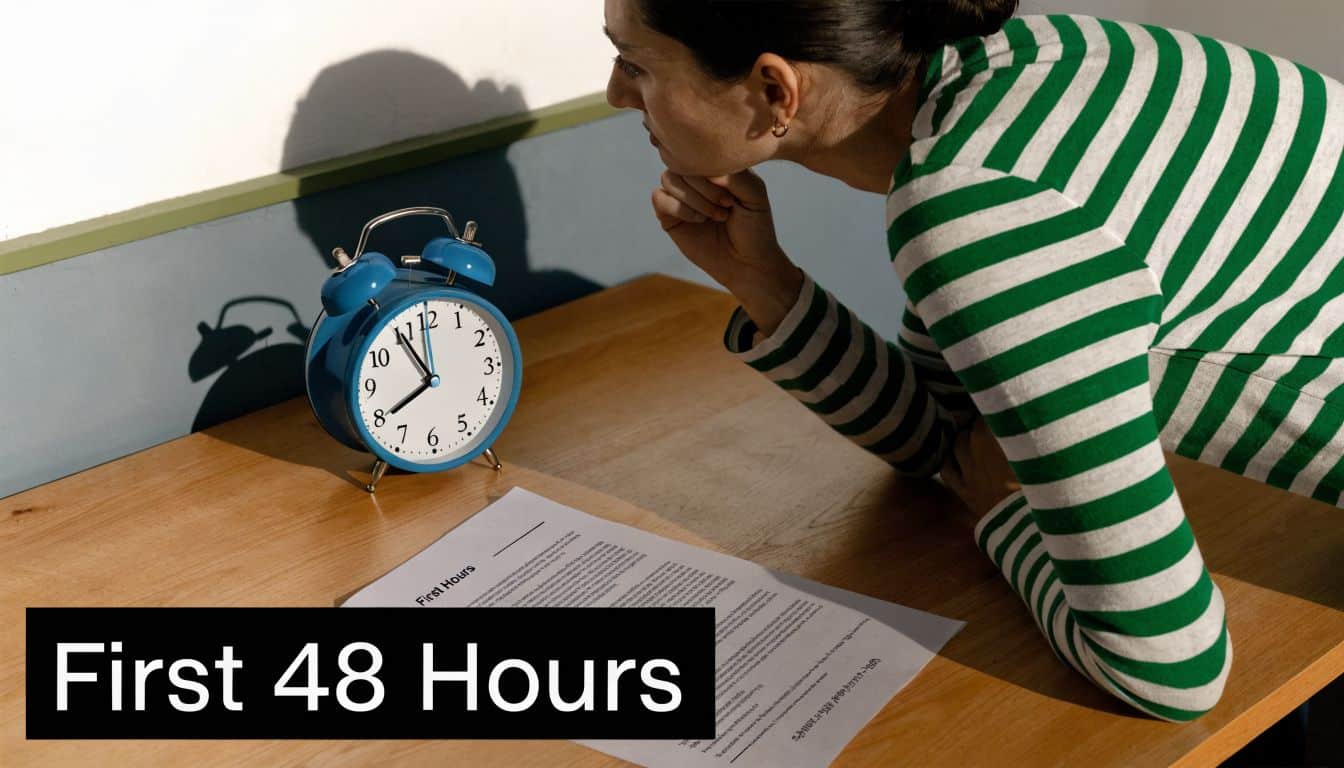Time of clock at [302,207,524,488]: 7:54
